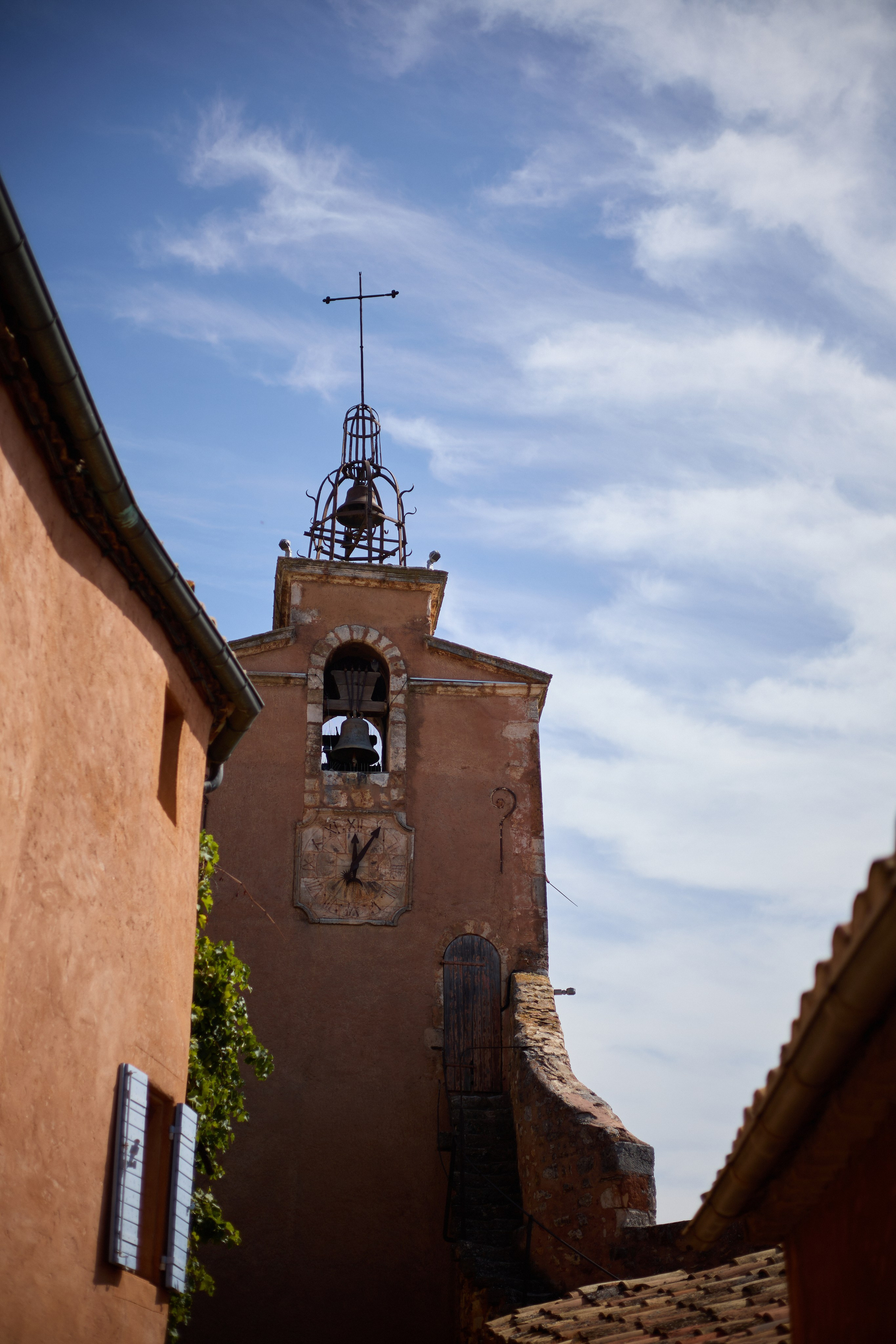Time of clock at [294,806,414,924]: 12:05
